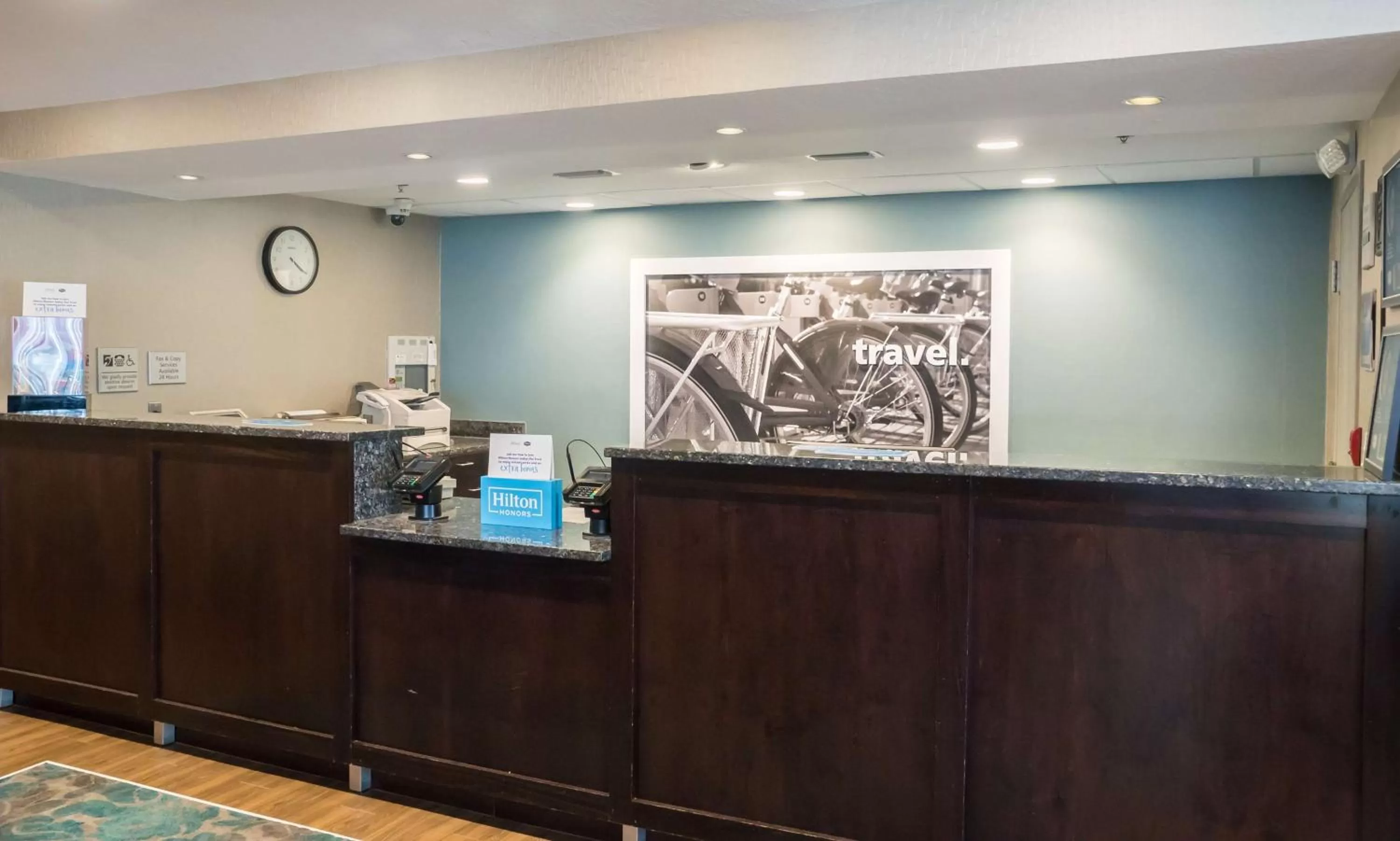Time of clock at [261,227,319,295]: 4:20
